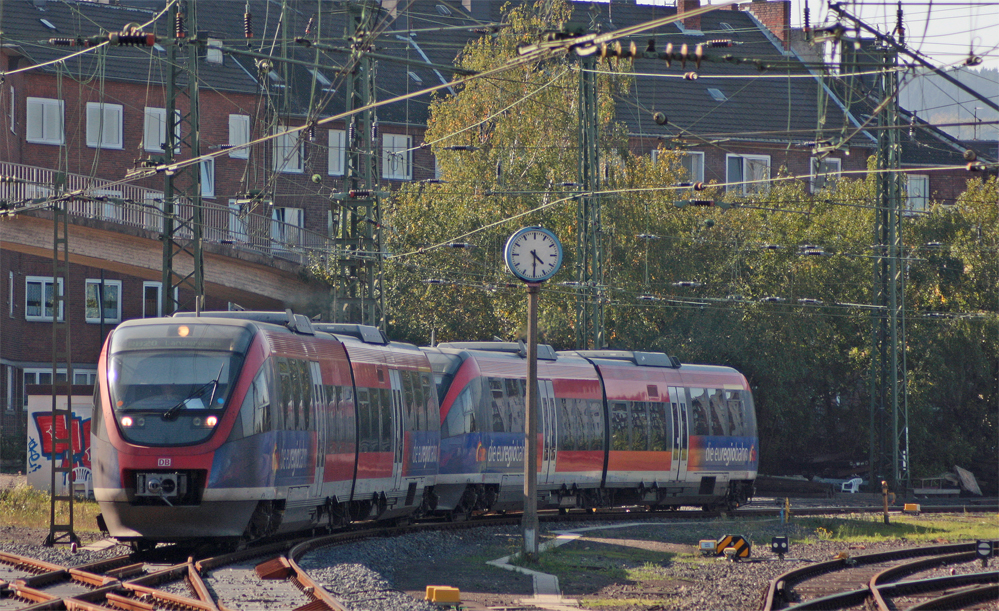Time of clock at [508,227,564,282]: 4:29
